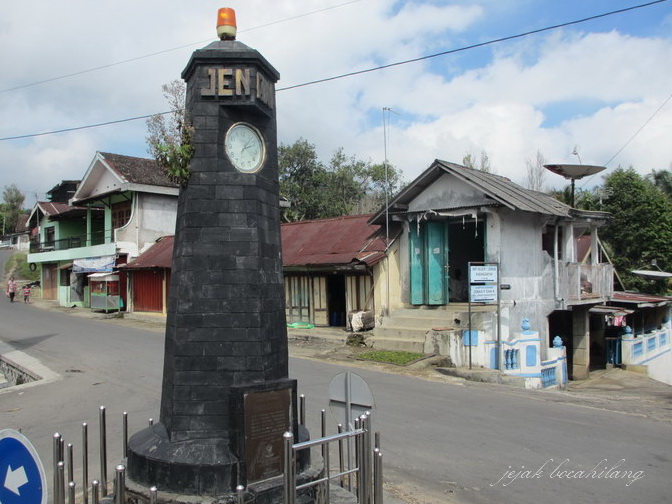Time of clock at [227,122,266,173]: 2:06
